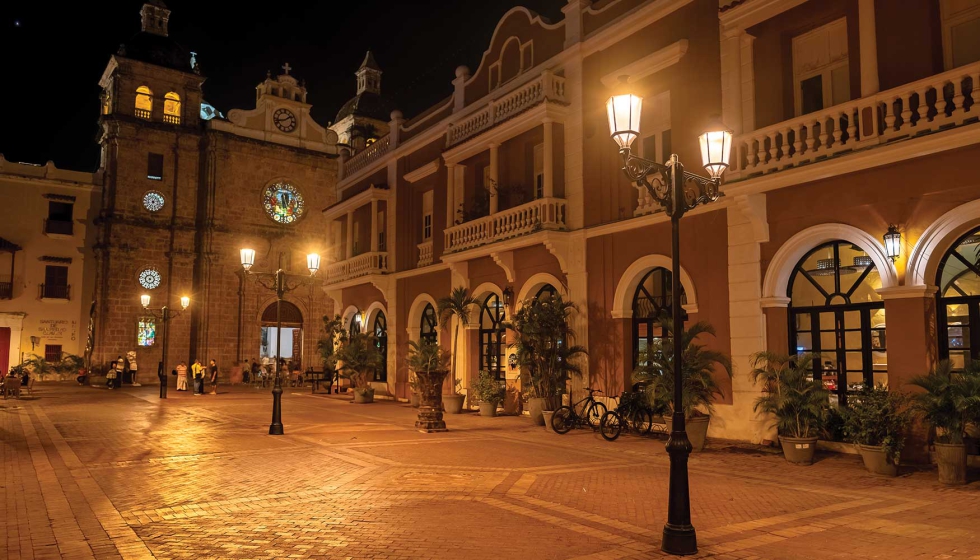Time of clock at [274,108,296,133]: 1:42
